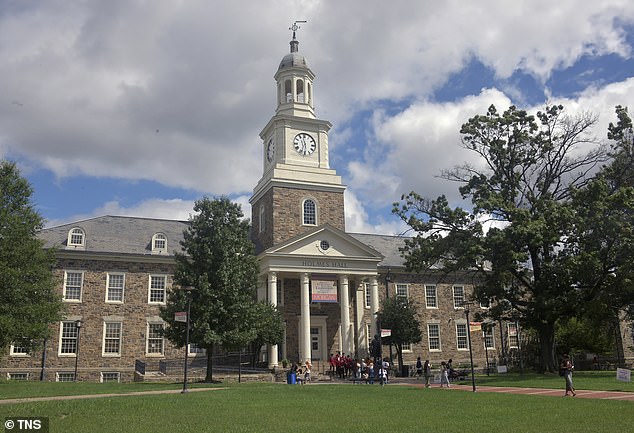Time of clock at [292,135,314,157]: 11:33
